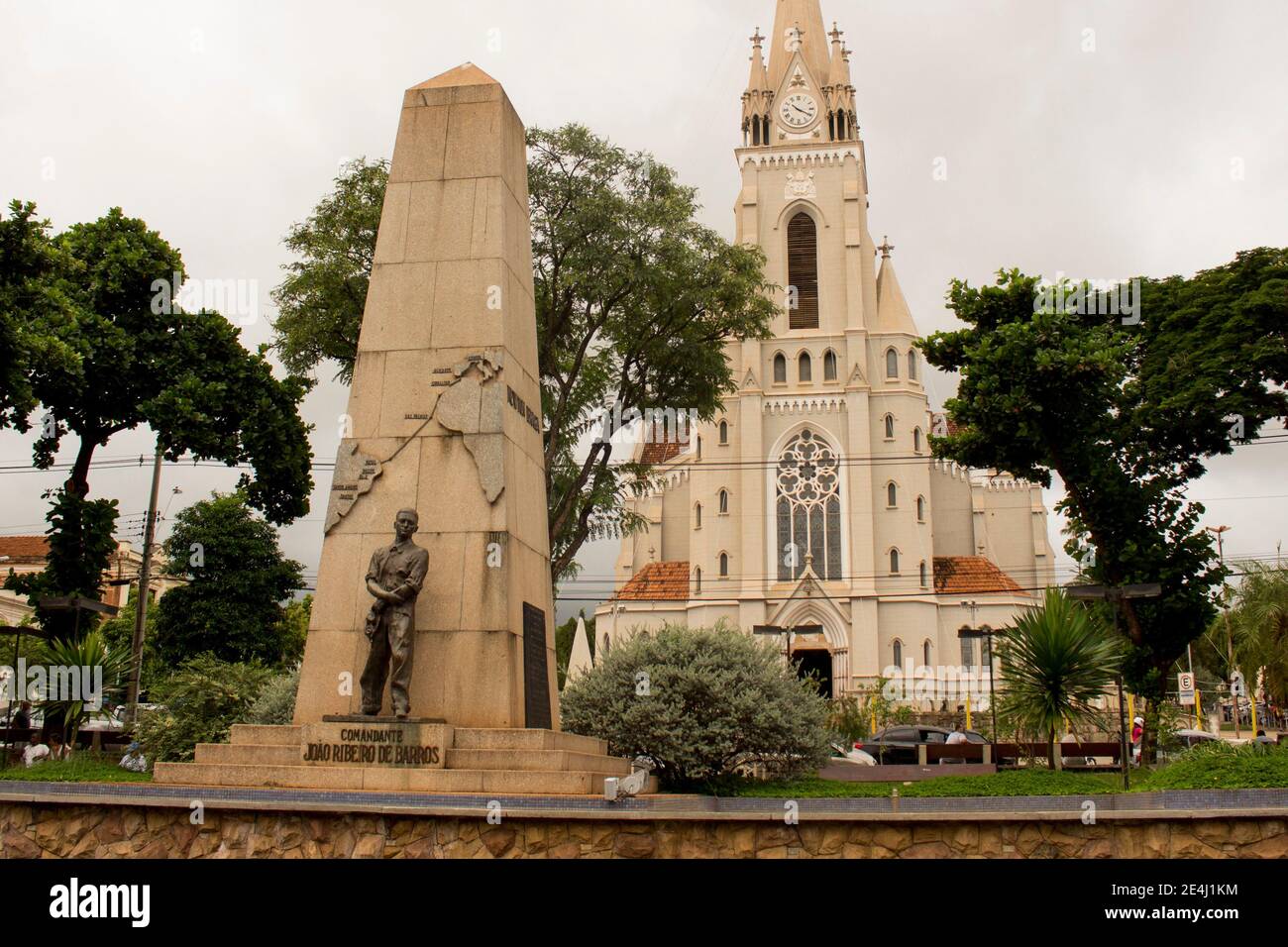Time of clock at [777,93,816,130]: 10:19
